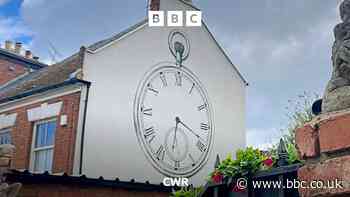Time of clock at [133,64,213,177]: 6:18
